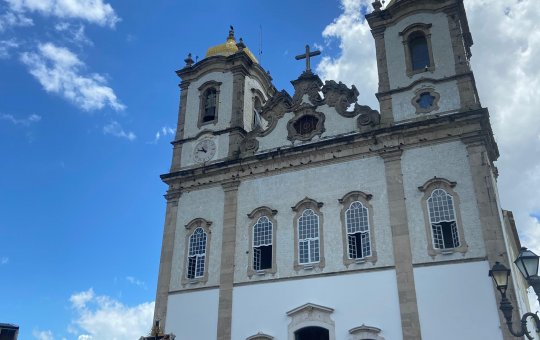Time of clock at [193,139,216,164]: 10:47
